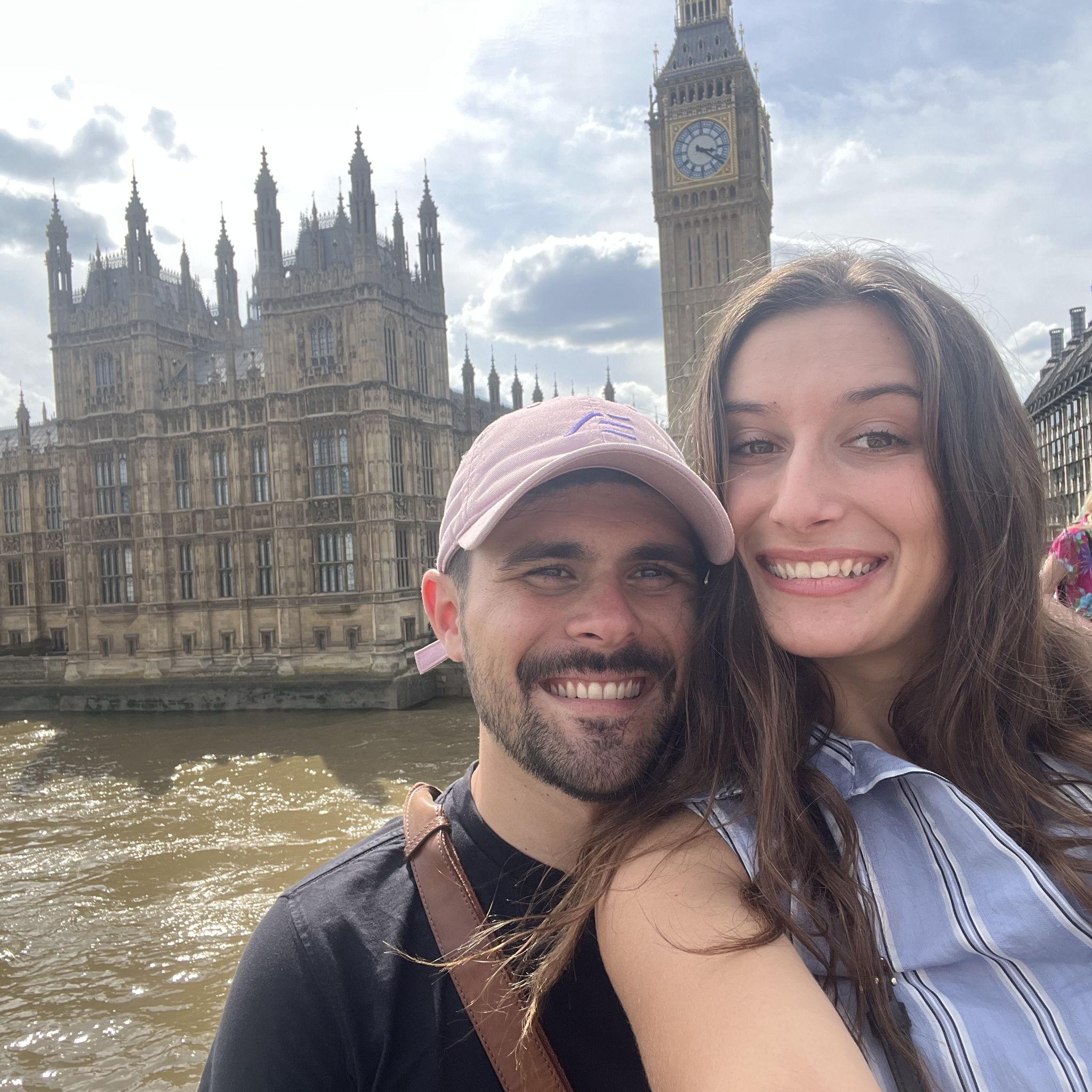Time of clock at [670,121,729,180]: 3:21
